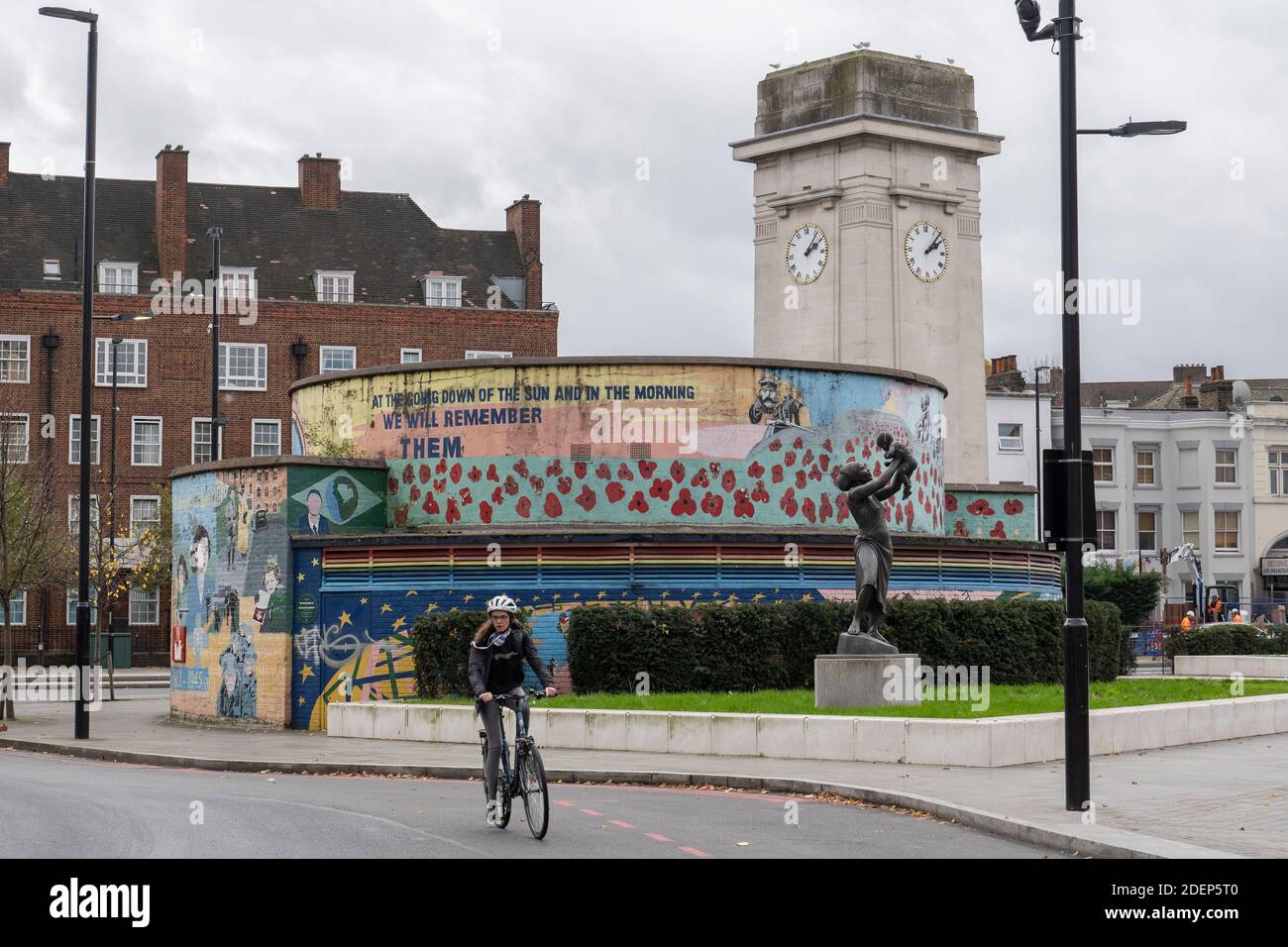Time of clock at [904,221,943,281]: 2:07
